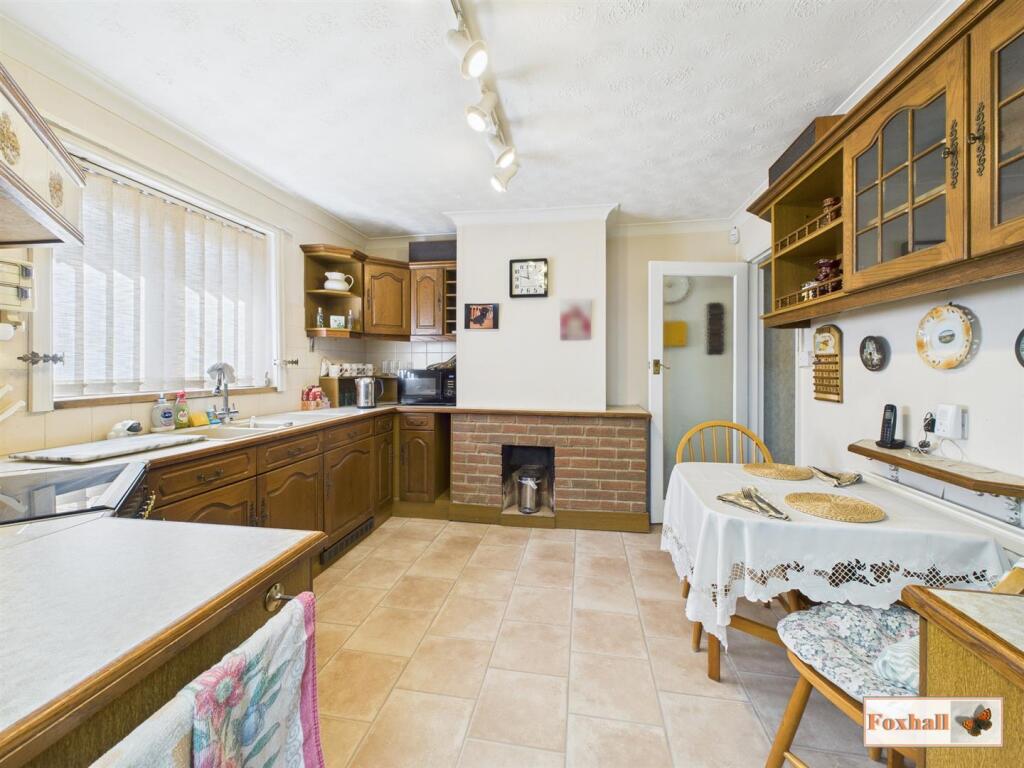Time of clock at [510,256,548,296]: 11:47
